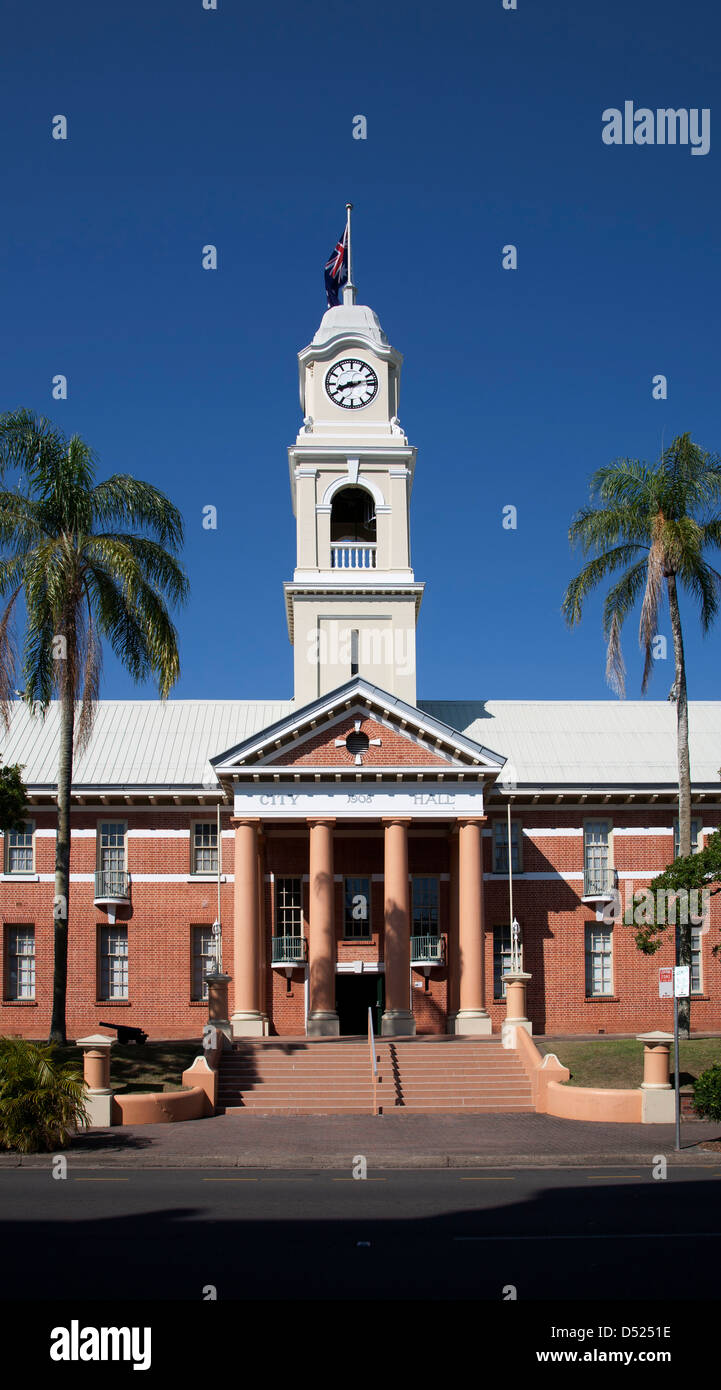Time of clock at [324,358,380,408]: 8:12
